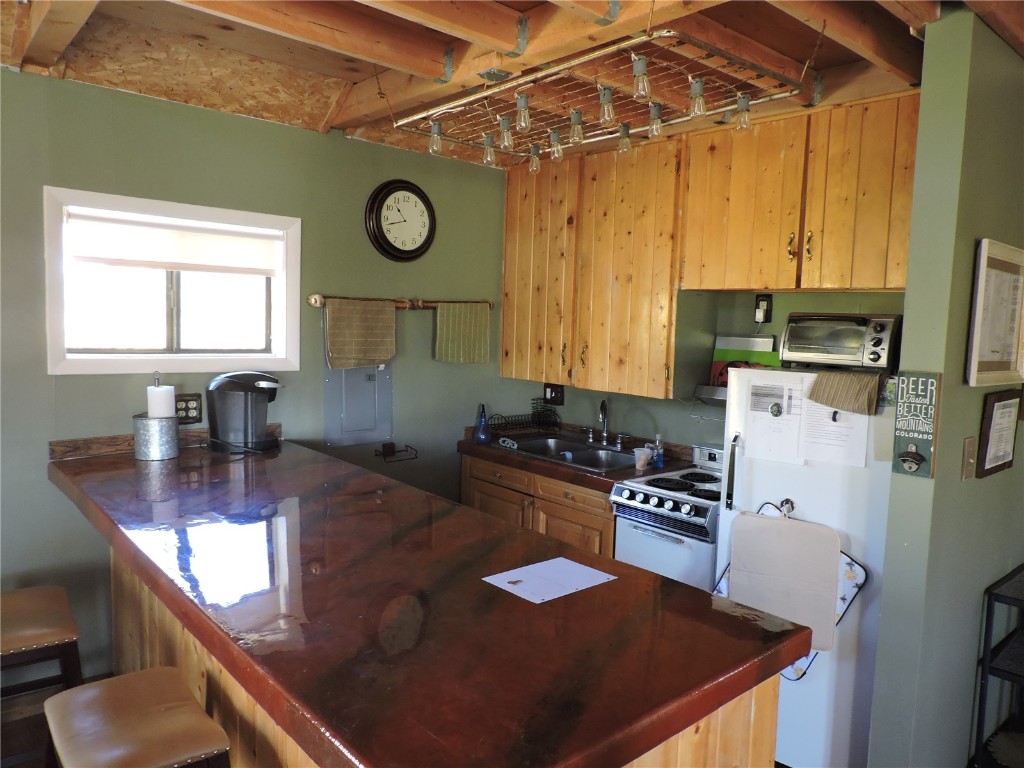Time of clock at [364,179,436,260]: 10:42
